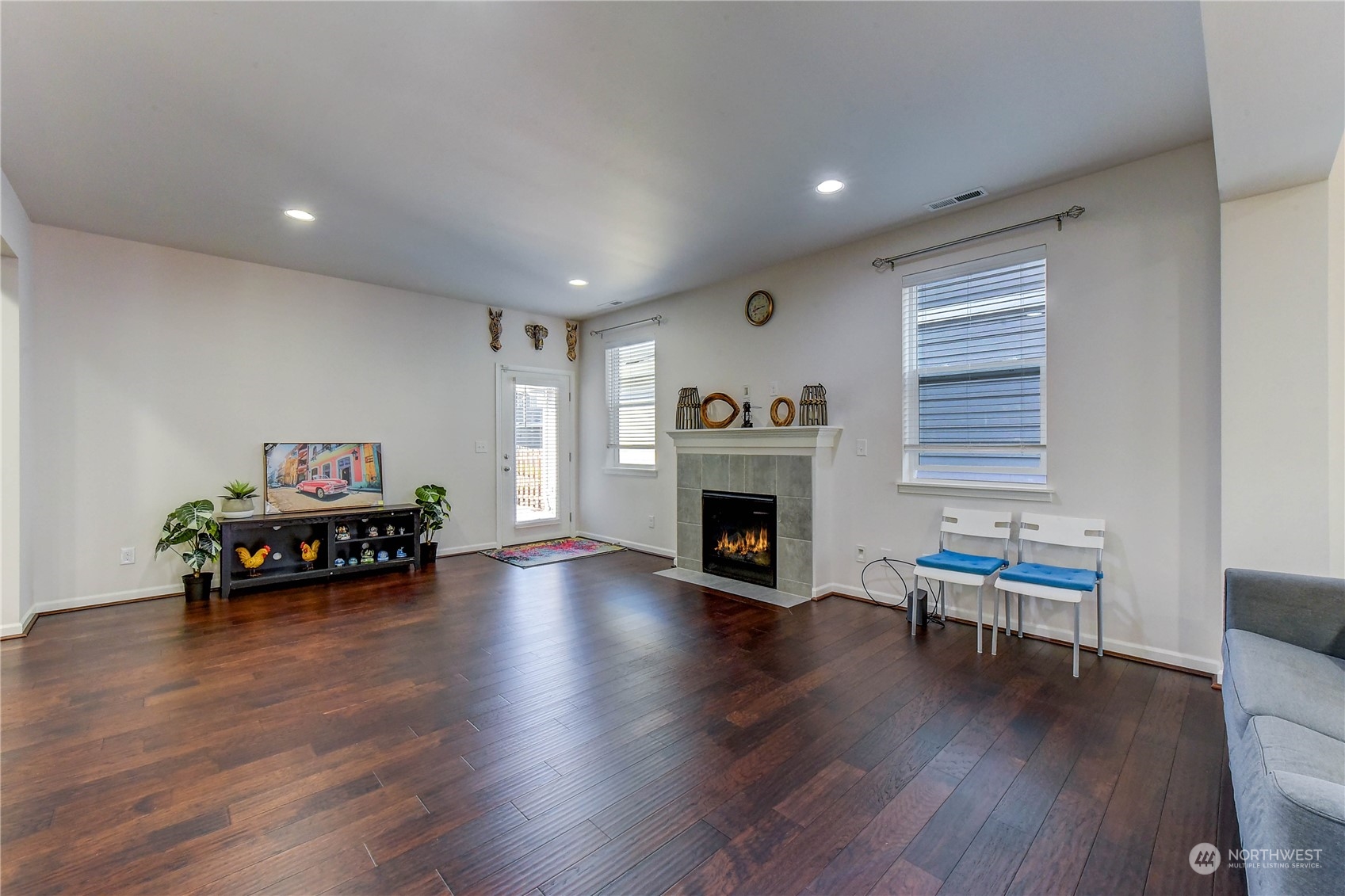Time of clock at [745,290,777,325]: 2:42
